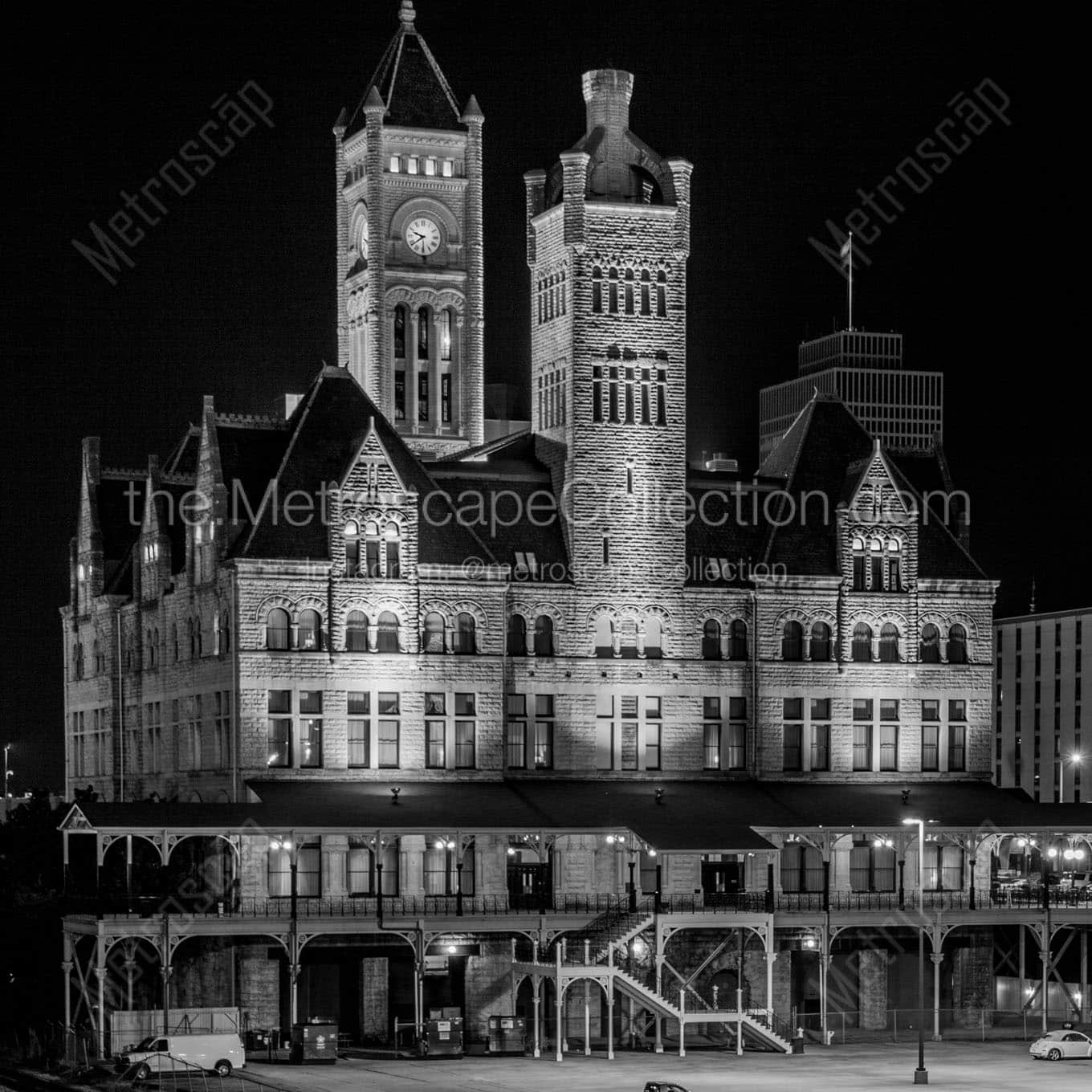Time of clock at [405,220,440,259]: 9:39
